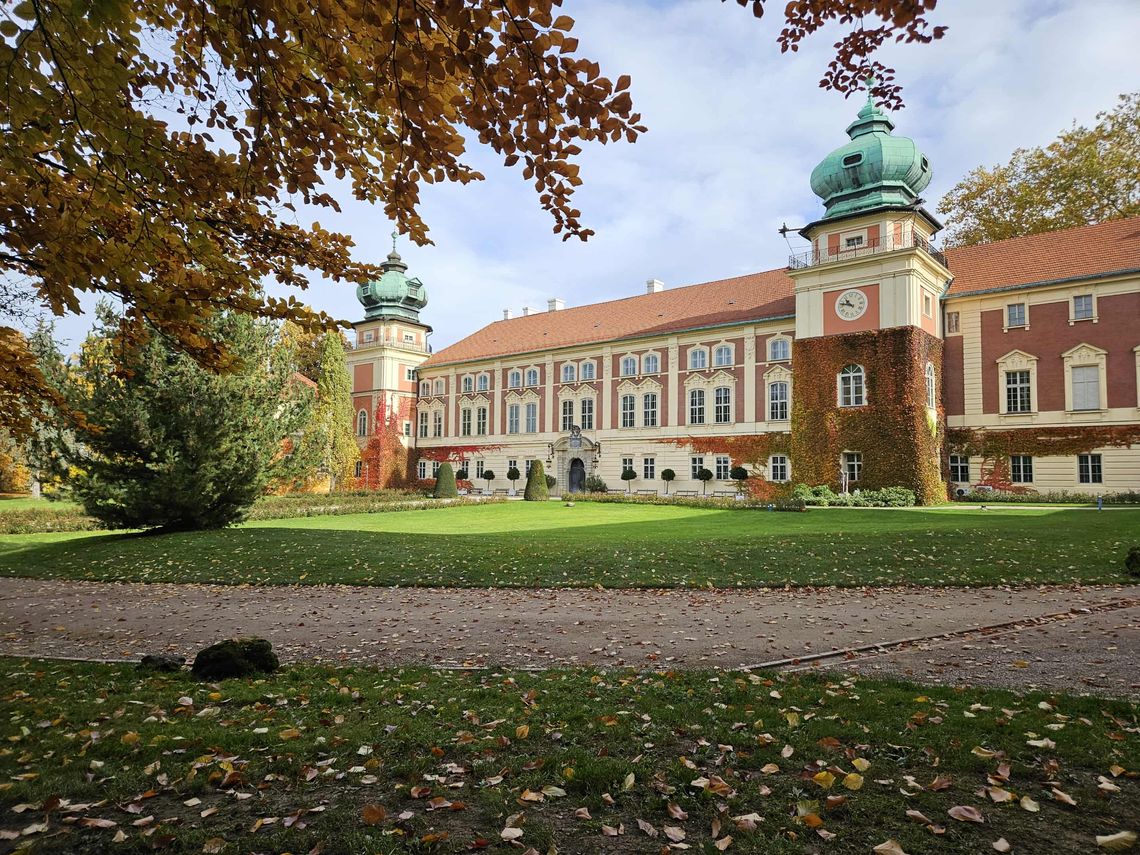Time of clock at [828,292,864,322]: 10:47
